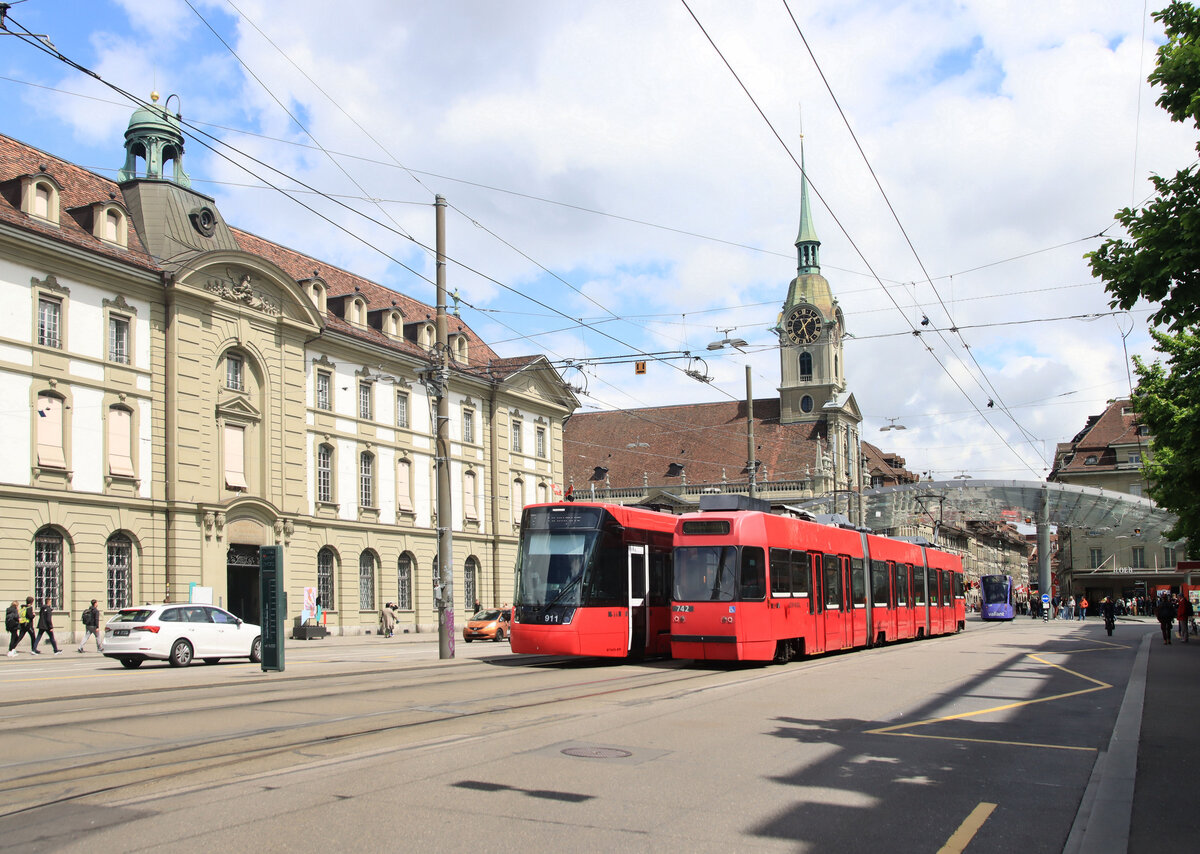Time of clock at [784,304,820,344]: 1:26
